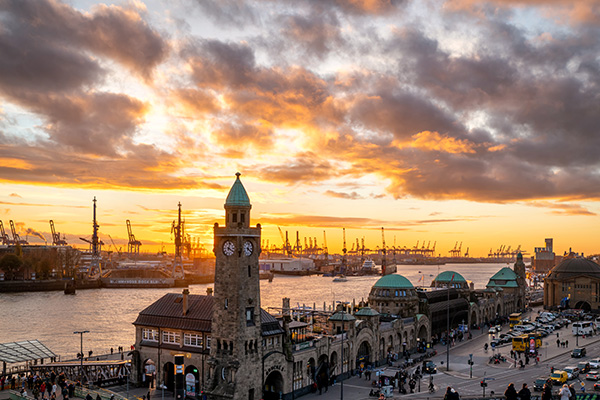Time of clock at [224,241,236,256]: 4:02
